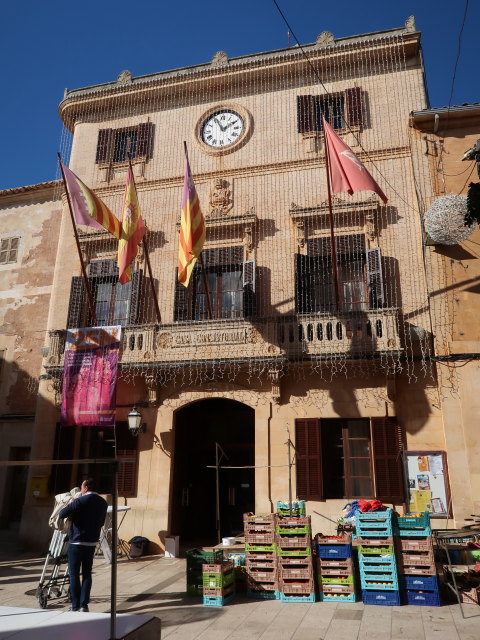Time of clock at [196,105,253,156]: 1:56
